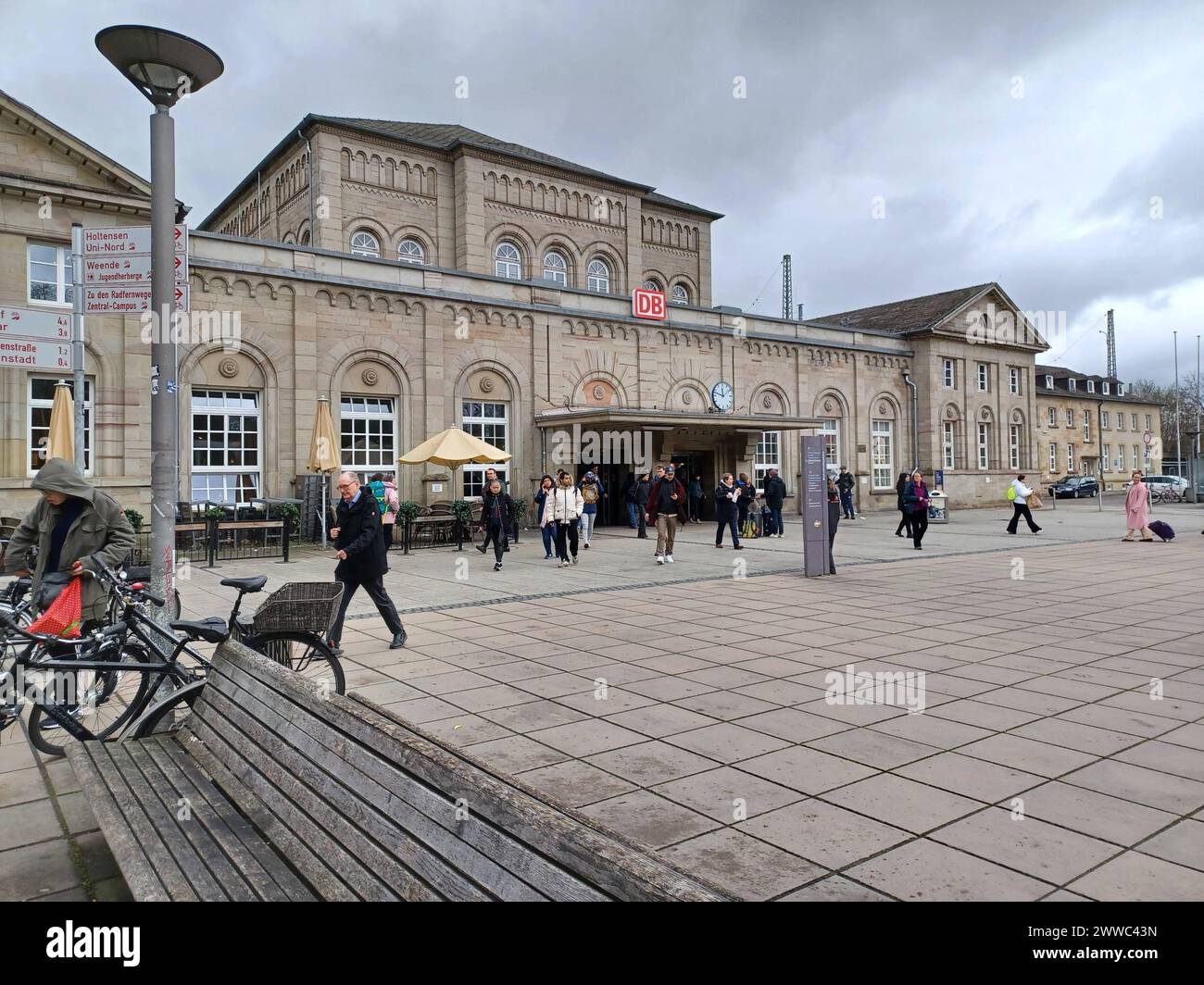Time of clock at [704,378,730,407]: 11:47
